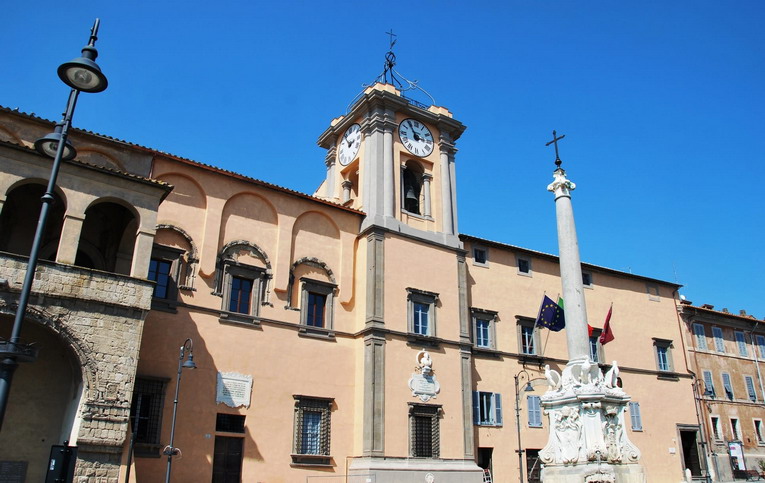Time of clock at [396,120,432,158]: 2:54
